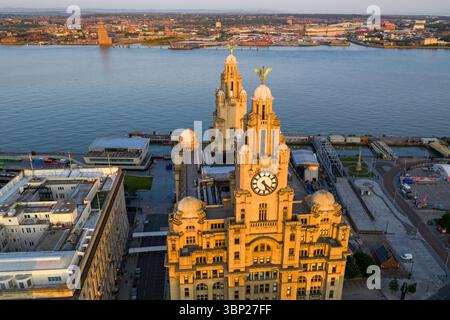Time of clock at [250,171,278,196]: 5:22
